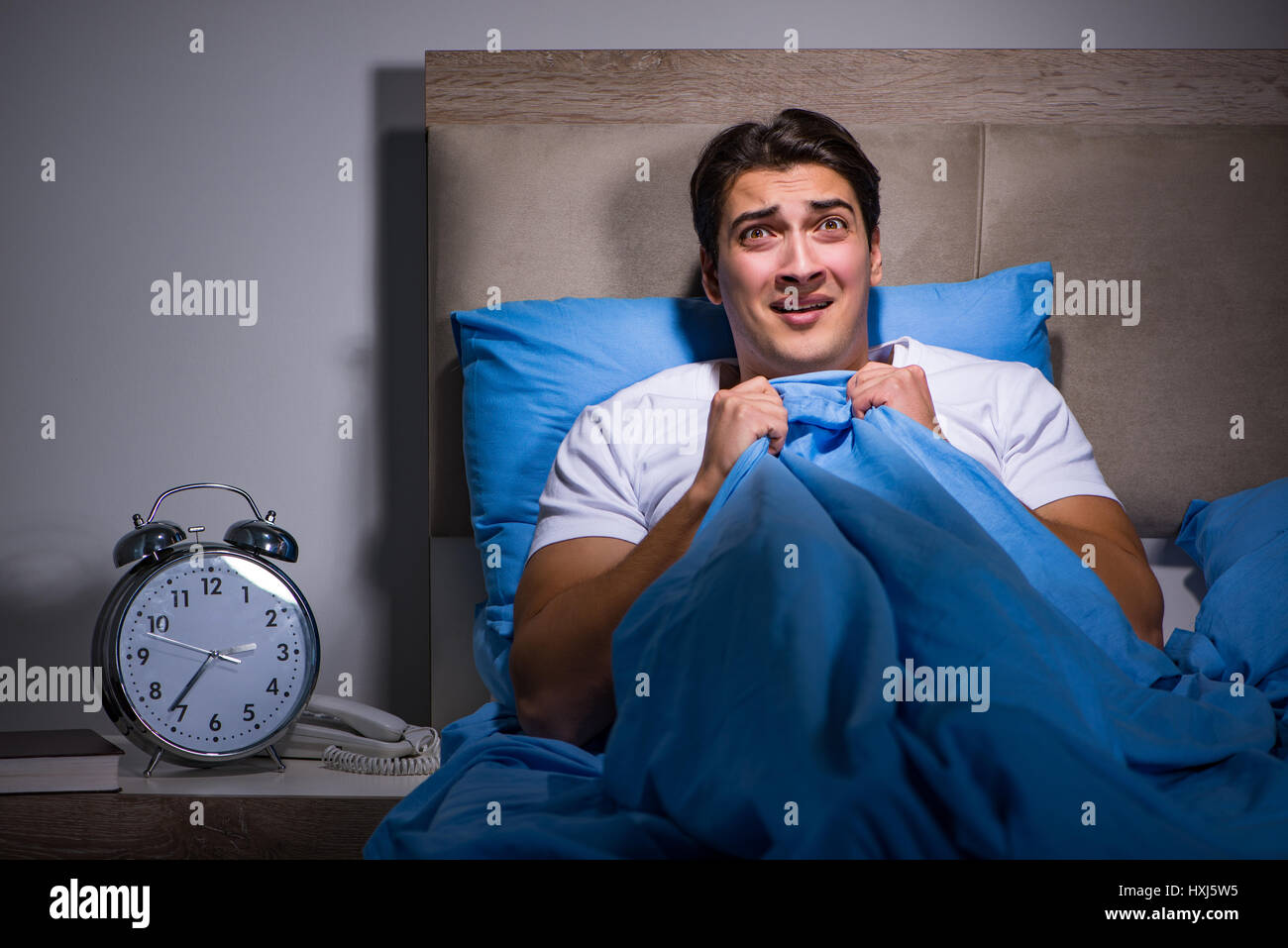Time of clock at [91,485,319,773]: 3:35
